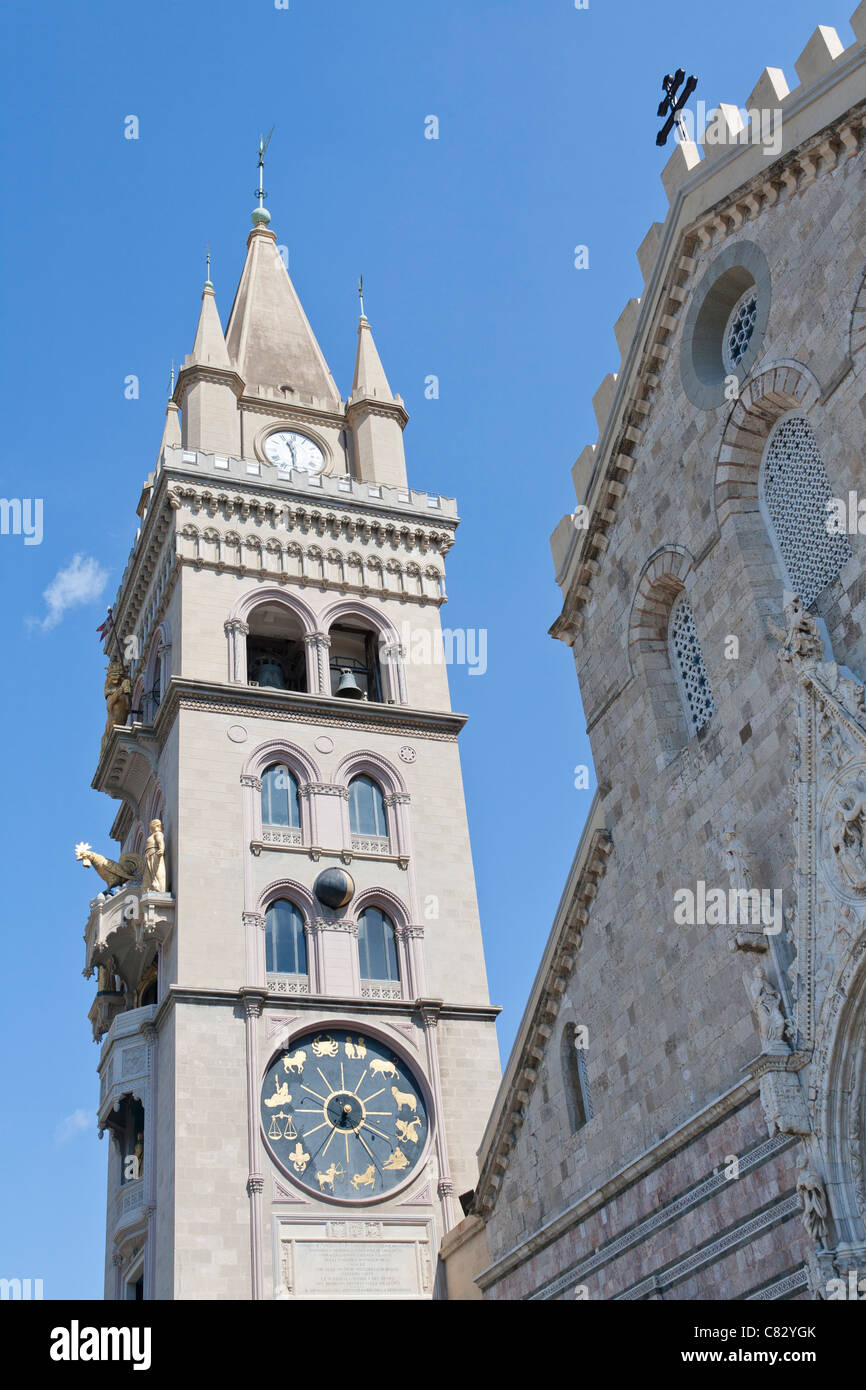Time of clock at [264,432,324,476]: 11:29
